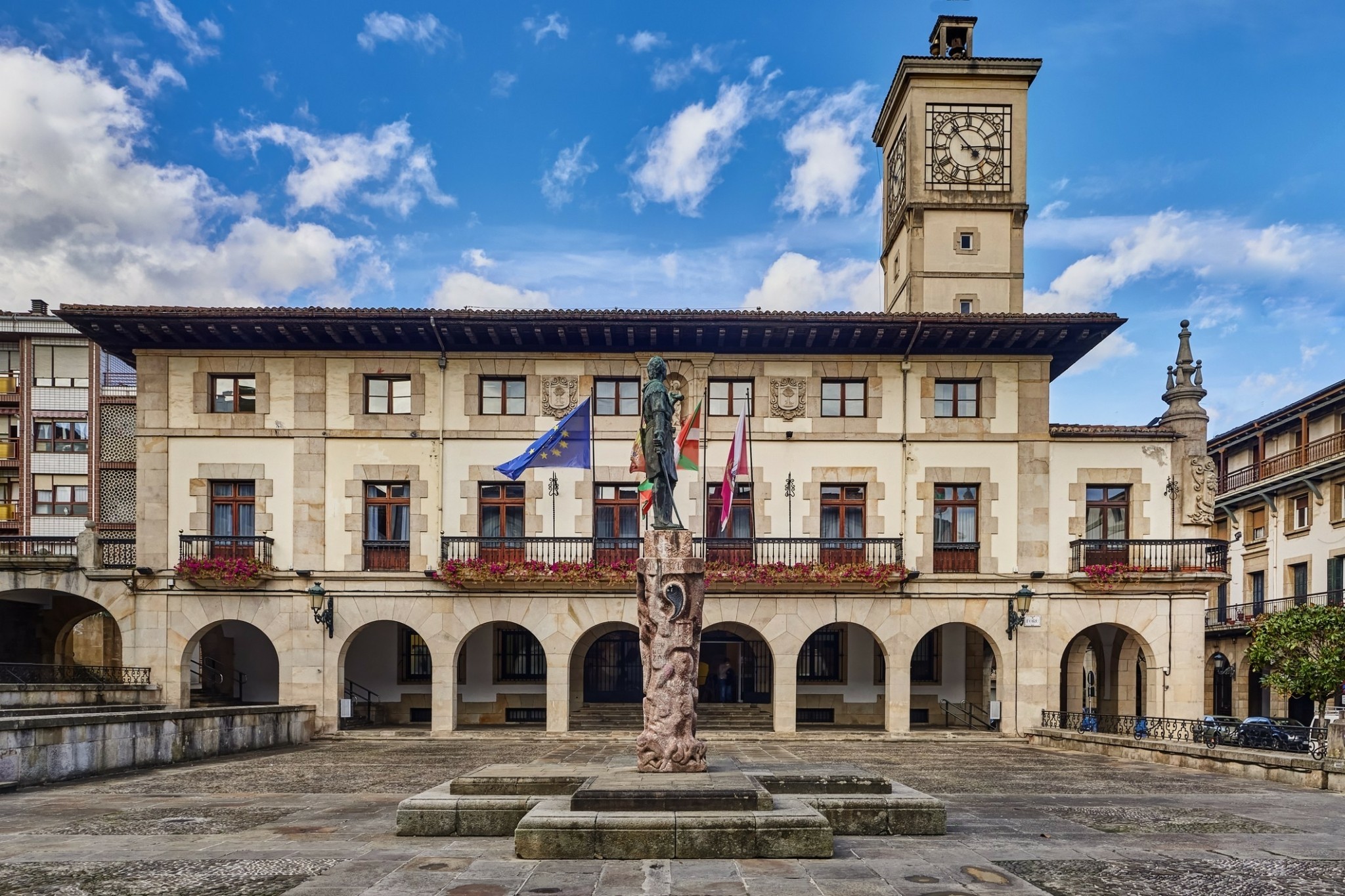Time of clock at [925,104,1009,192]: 2:53
